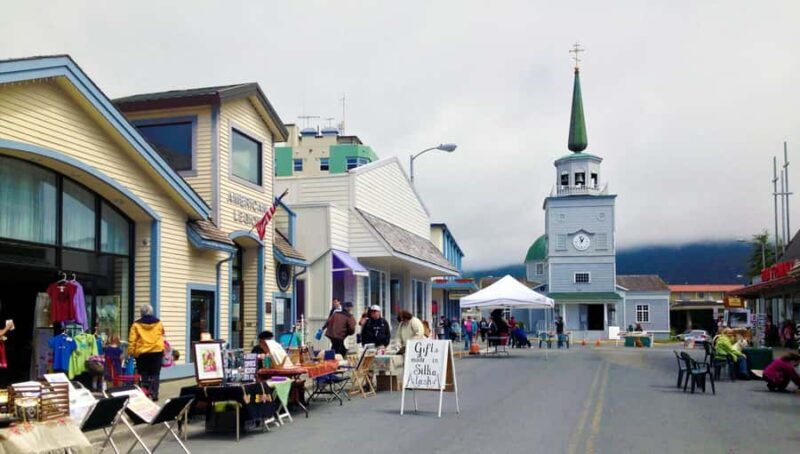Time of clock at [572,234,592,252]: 12:57
